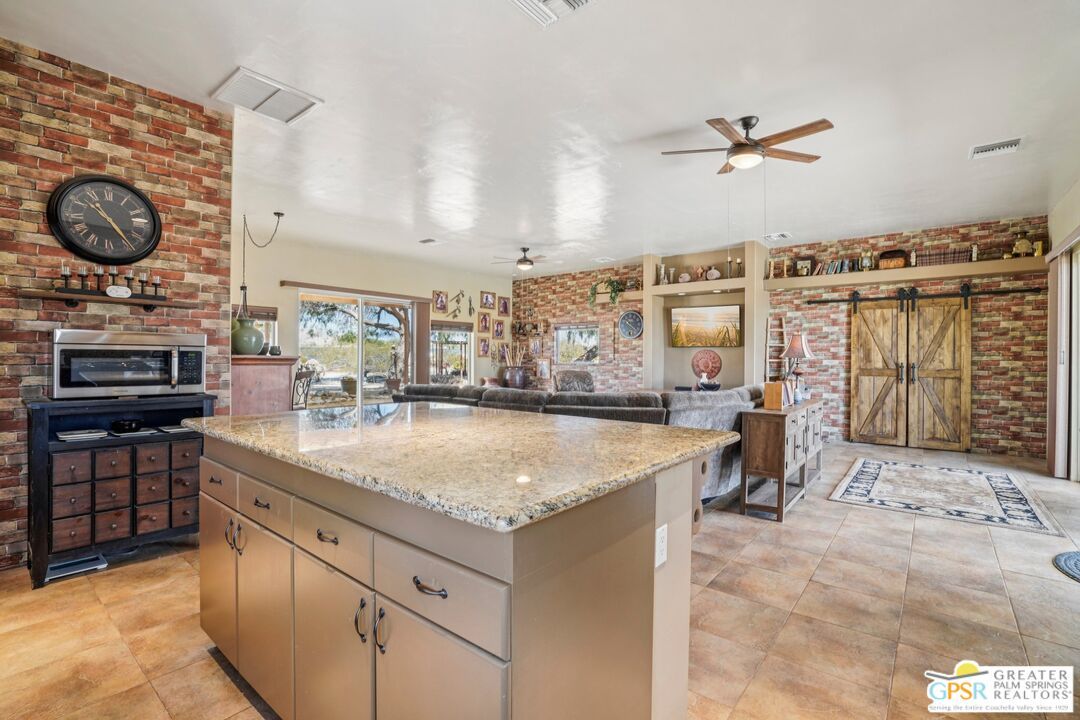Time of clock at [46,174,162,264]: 10:23
